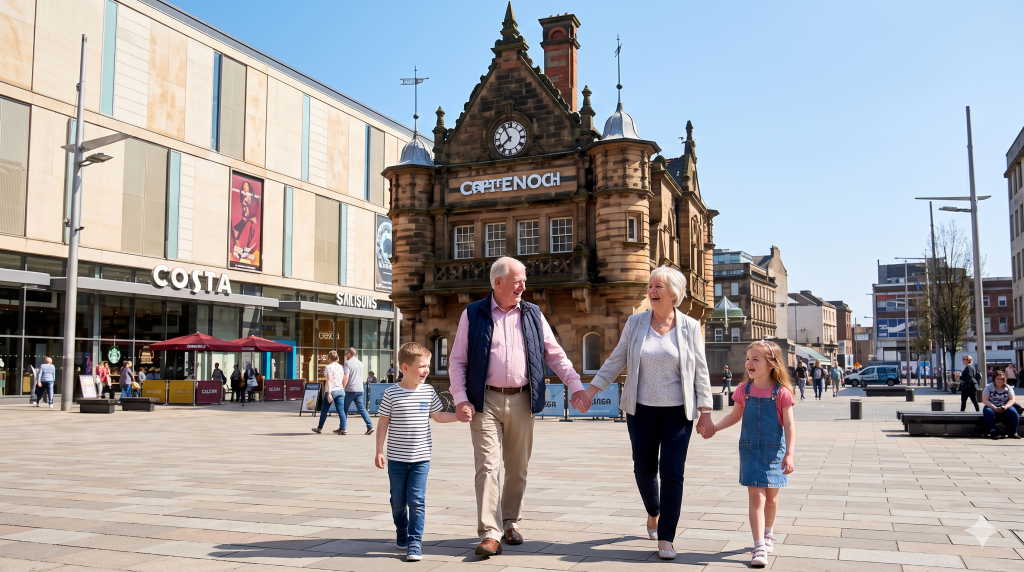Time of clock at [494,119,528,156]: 7:55
